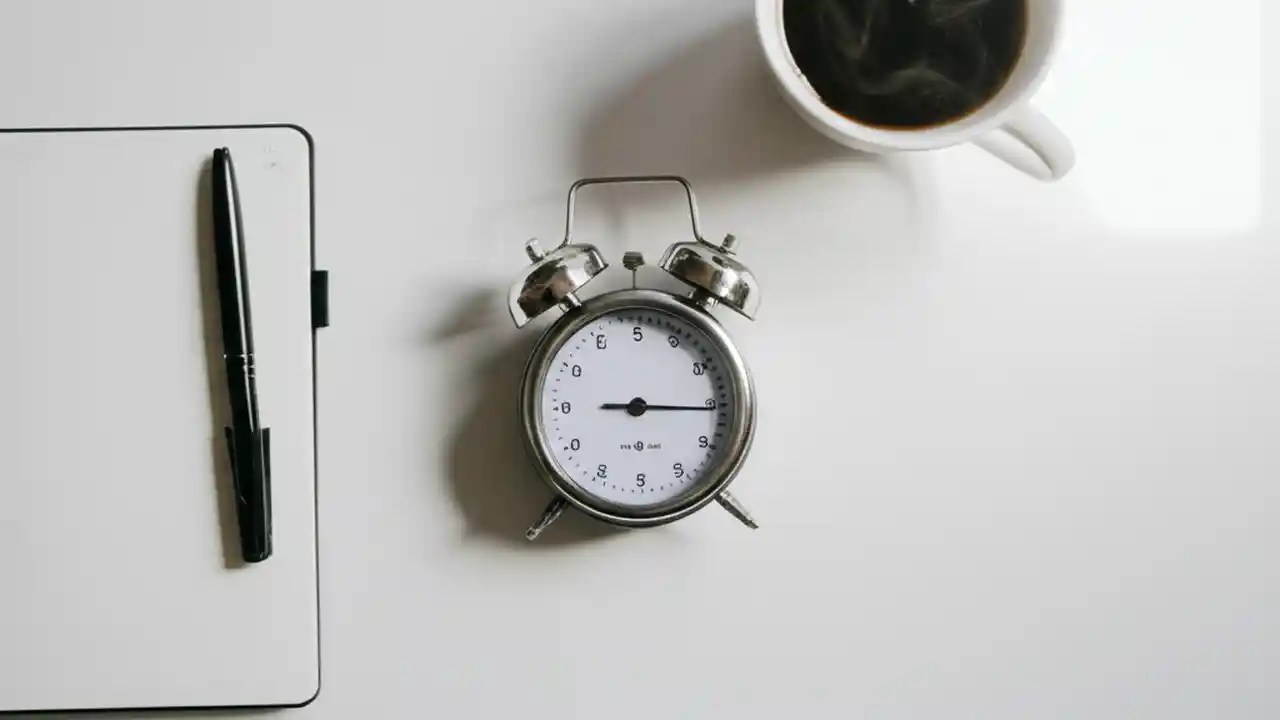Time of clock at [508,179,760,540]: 9:15
